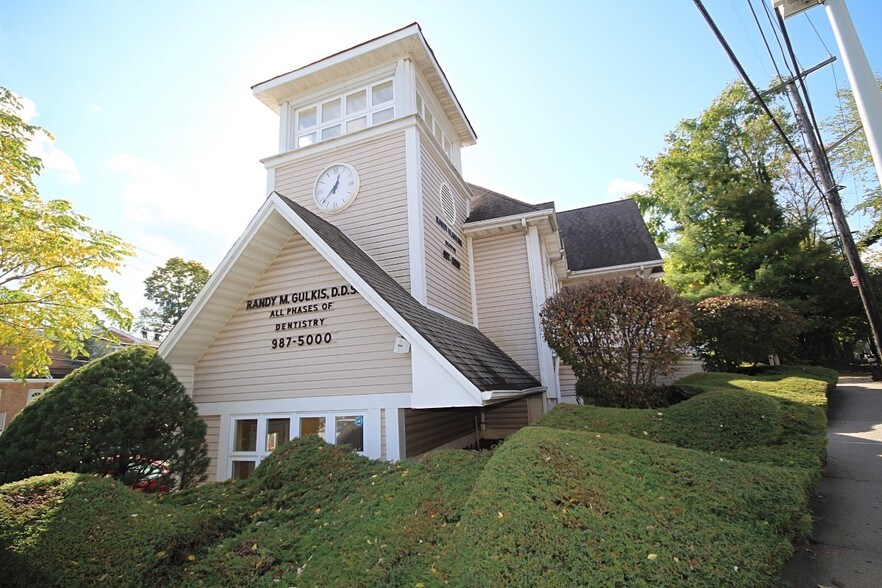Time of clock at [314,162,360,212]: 12:37
